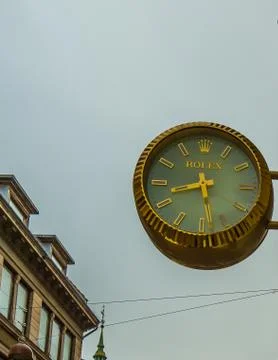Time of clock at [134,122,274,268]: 8:28
